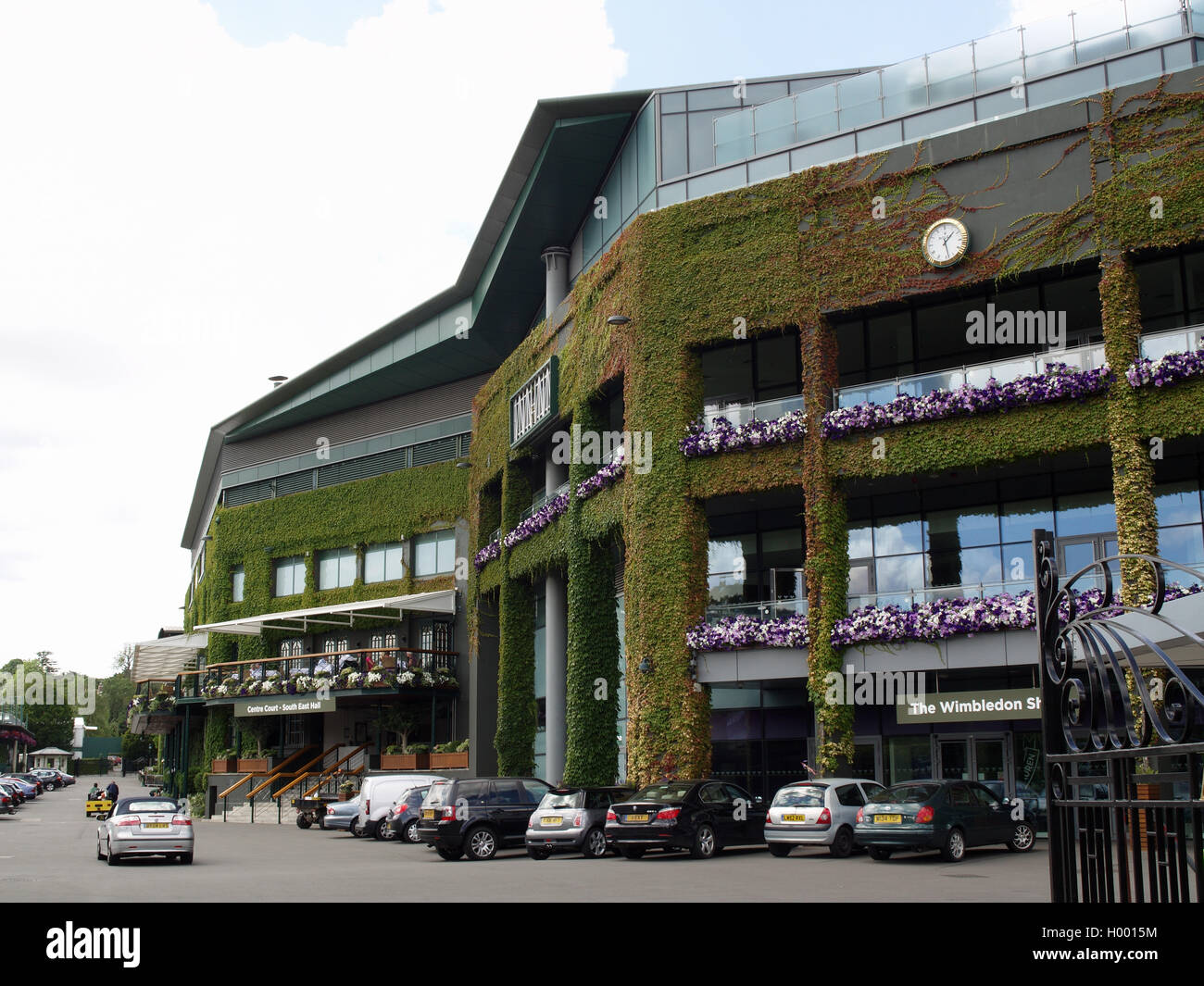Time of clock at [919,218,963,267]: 1:28
